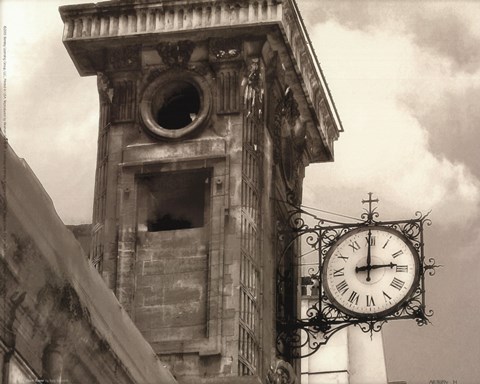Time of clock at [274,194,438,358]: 2:59
